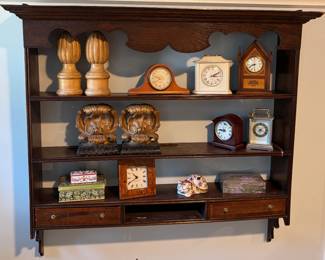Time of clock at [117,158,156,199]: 10:40
